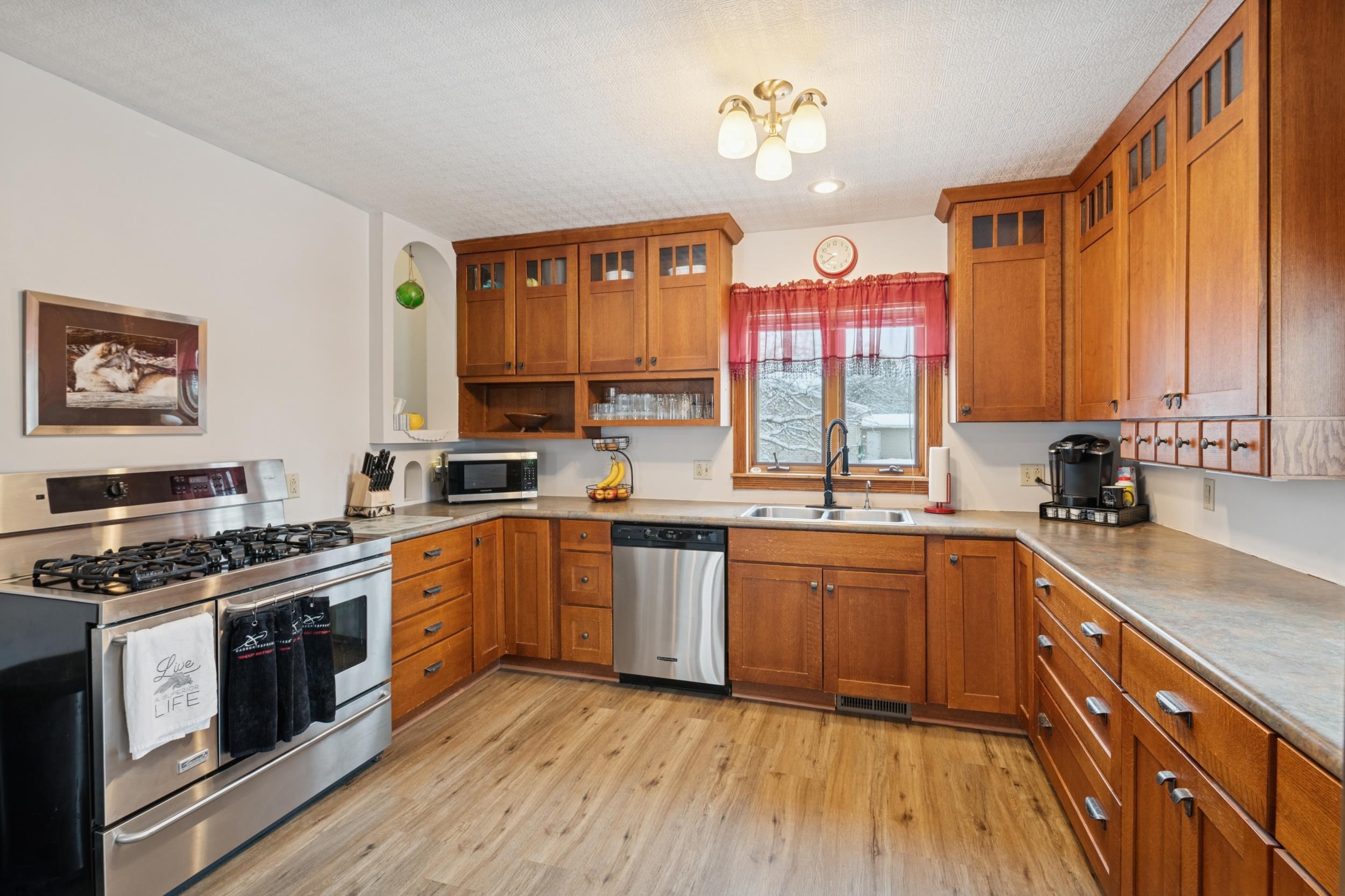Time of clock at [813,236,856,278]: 9:39
